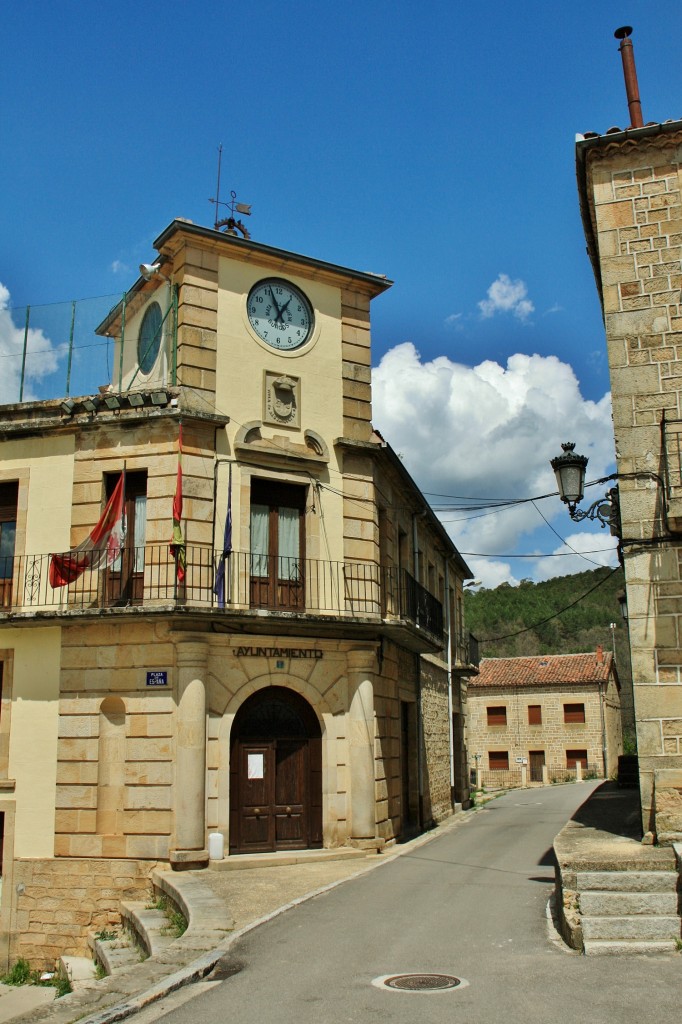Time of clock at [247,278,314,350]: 12:56
